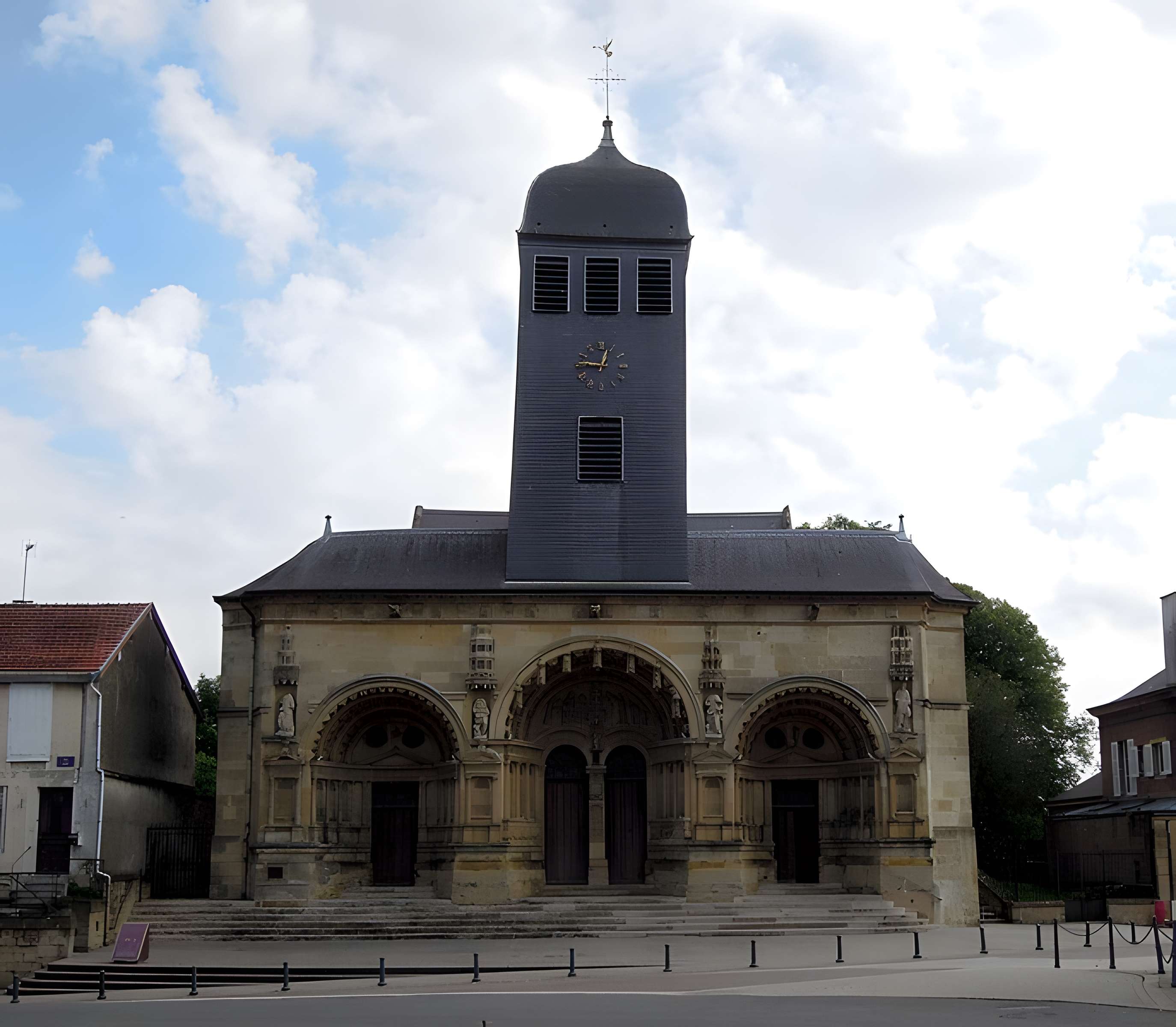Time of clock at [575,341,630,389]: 12:46
